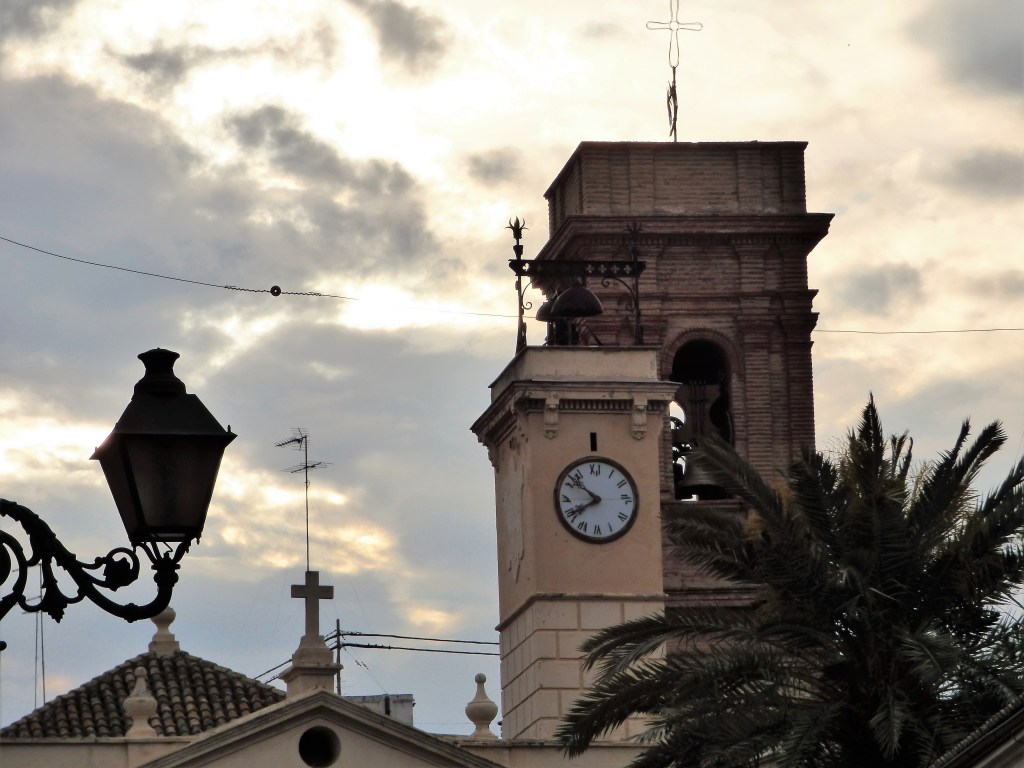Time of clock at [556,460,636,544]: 7:52
